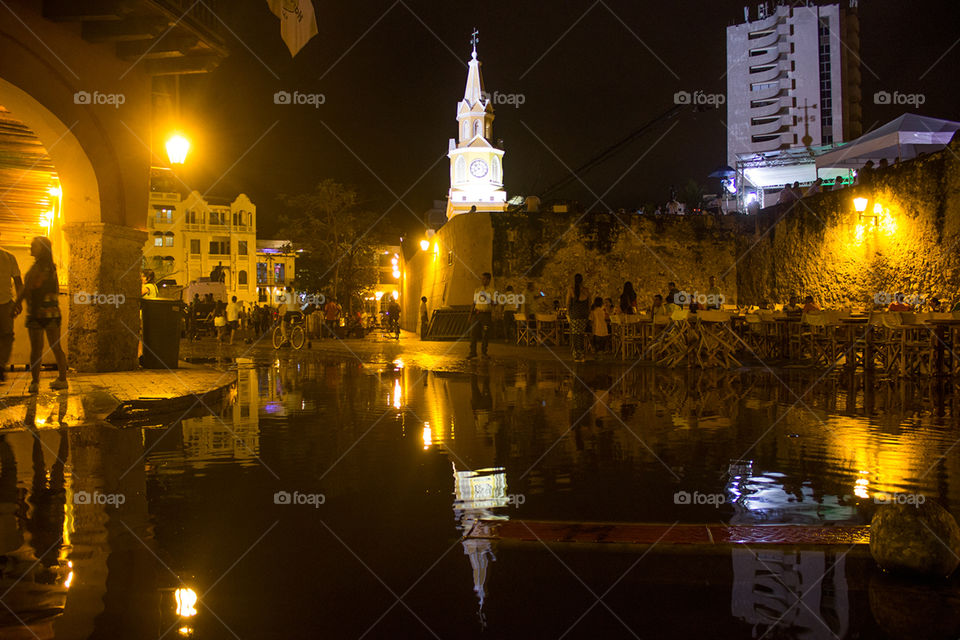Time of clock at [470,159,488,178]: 7:52
